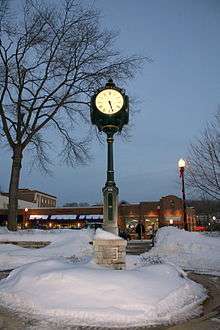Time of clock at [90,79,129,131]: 5:26
